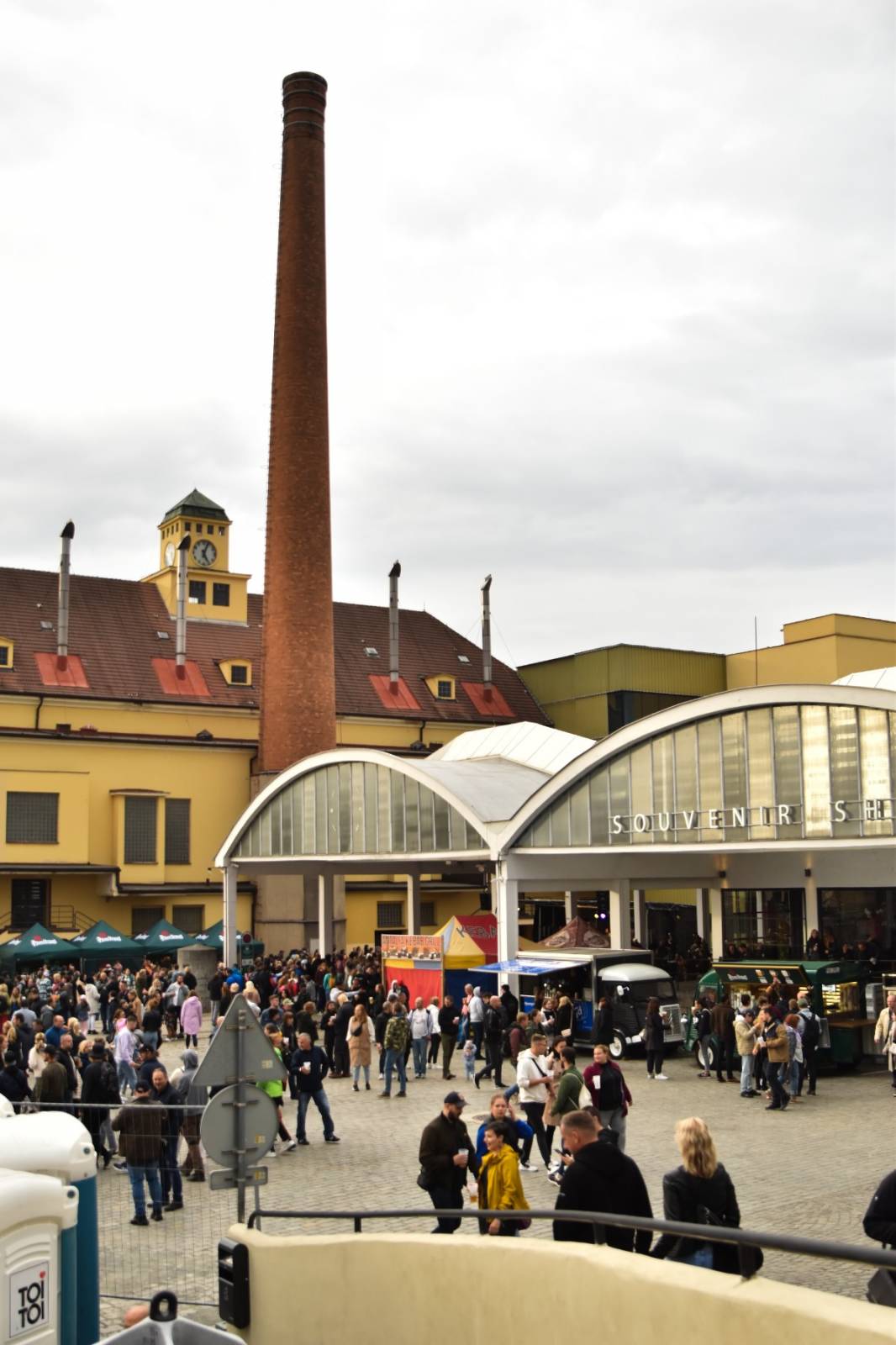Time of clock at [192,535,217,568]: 5:03
